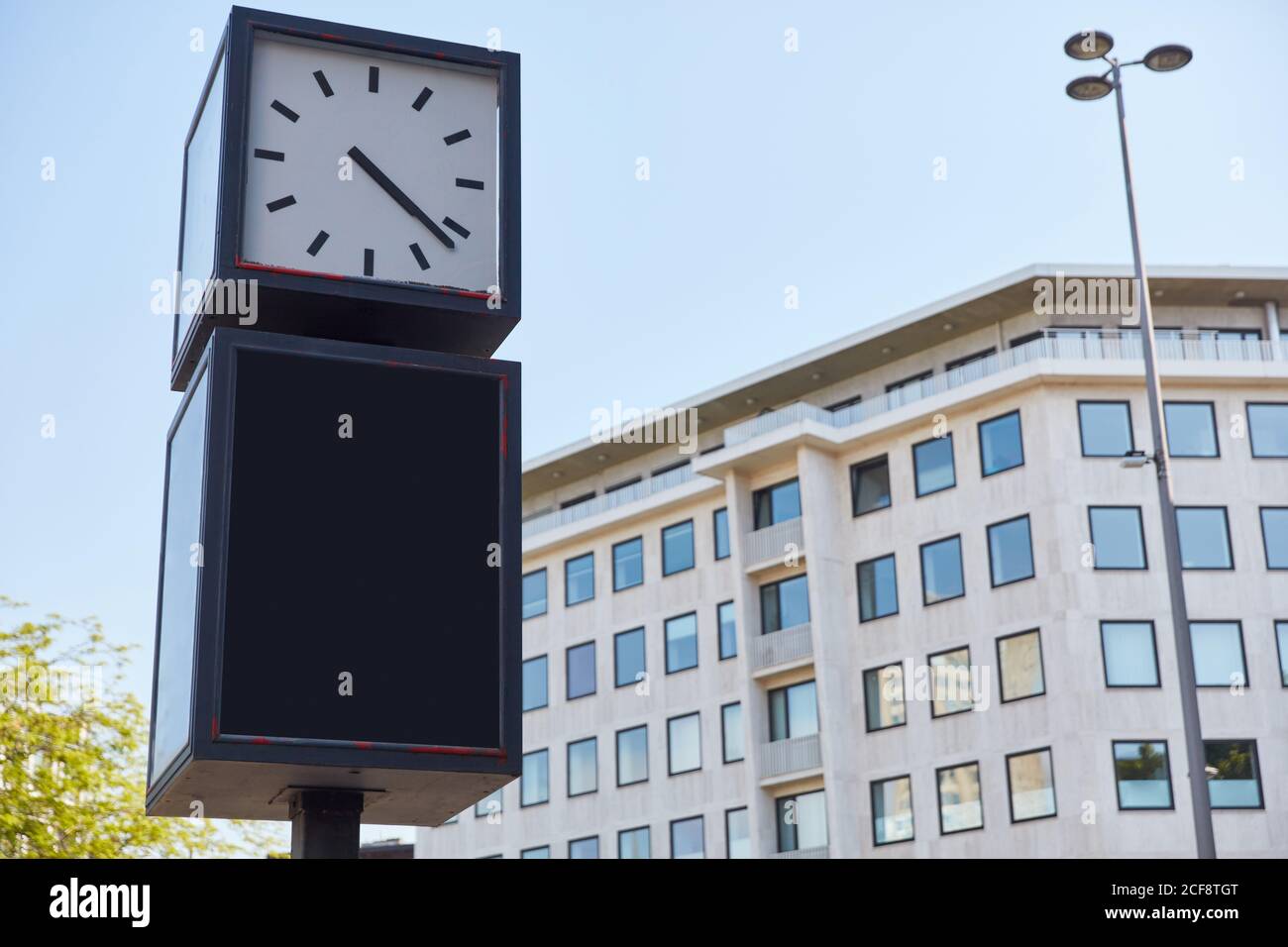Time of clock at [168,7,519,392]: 4:21
